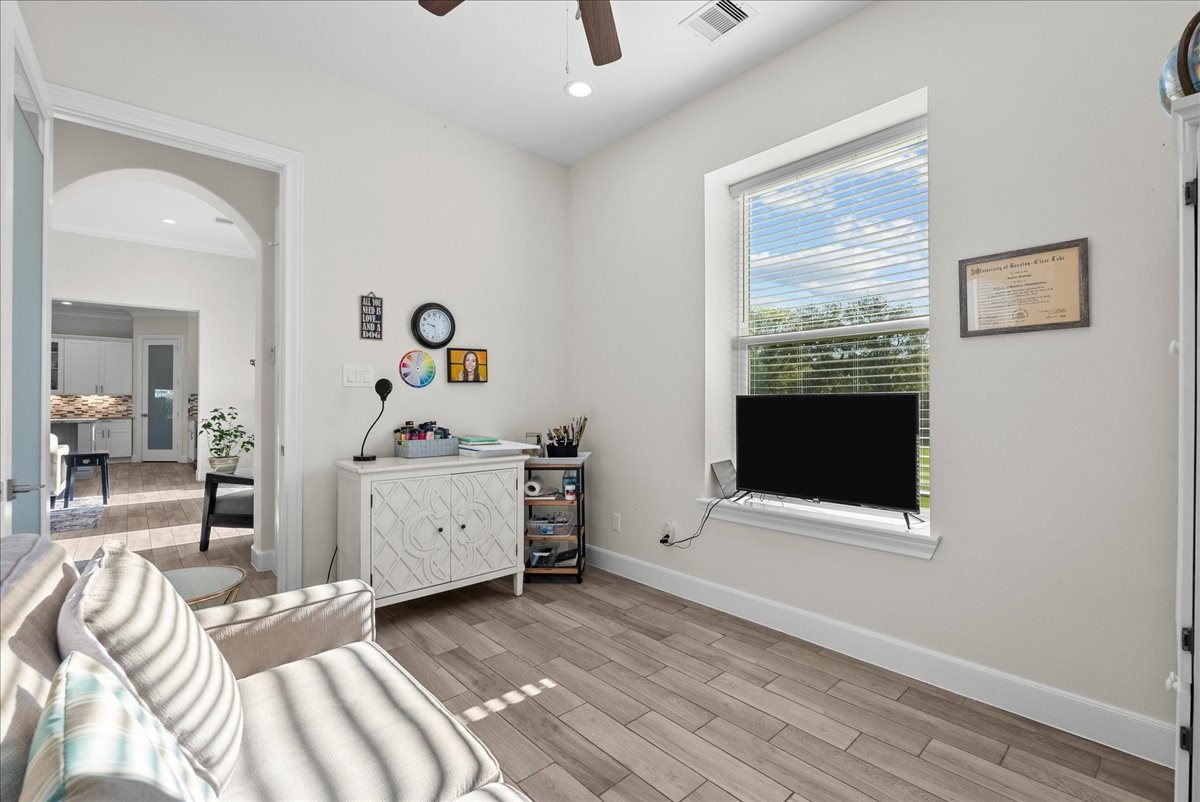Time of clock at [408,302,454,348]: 9:27
